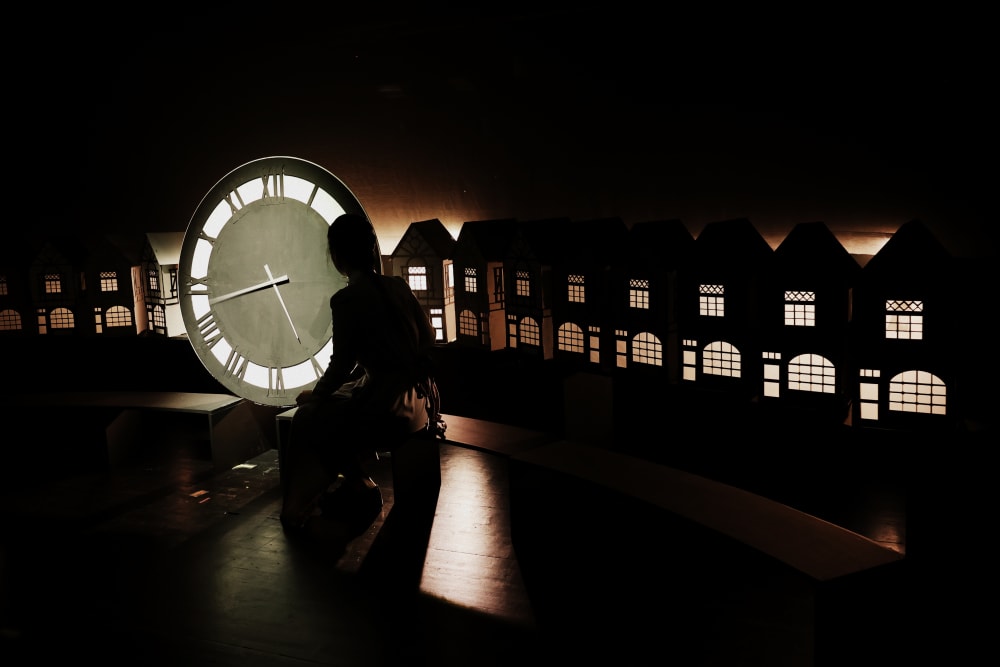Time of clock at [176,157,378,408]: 4:42
